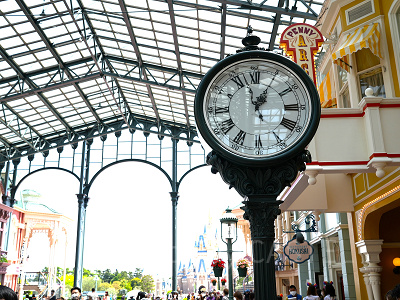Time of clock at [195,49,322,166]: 12:57
